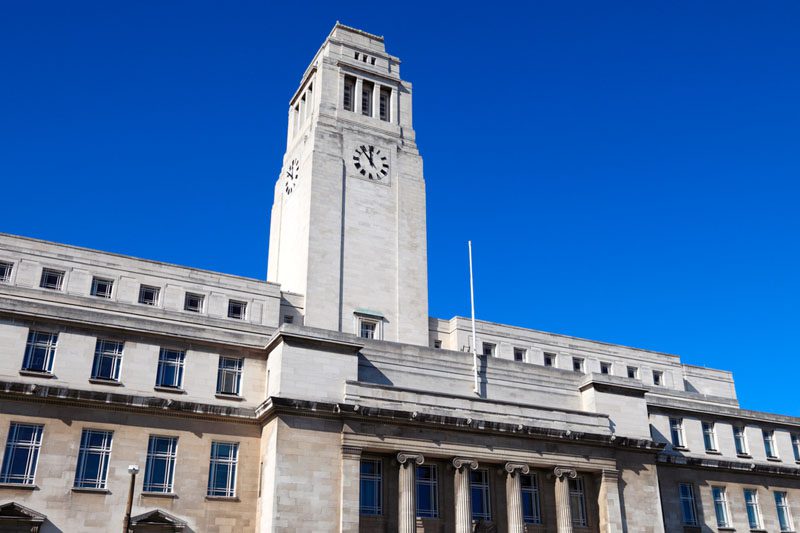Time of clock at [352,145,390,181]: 11:53
